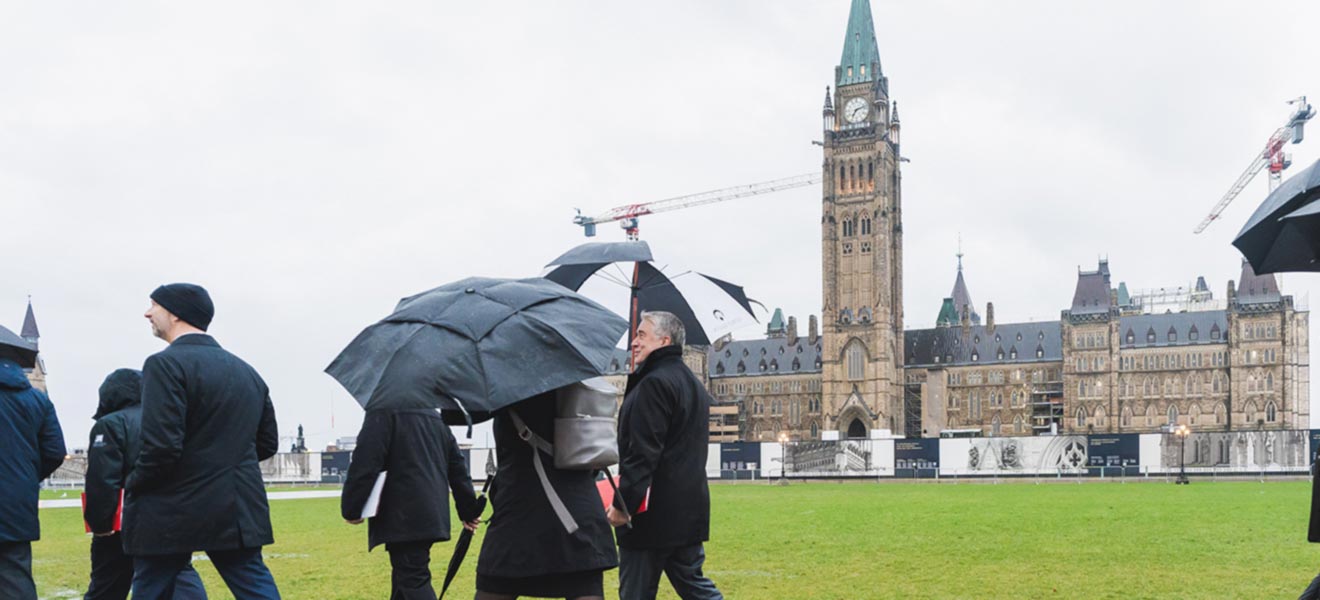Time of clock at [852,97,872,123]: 7:12
